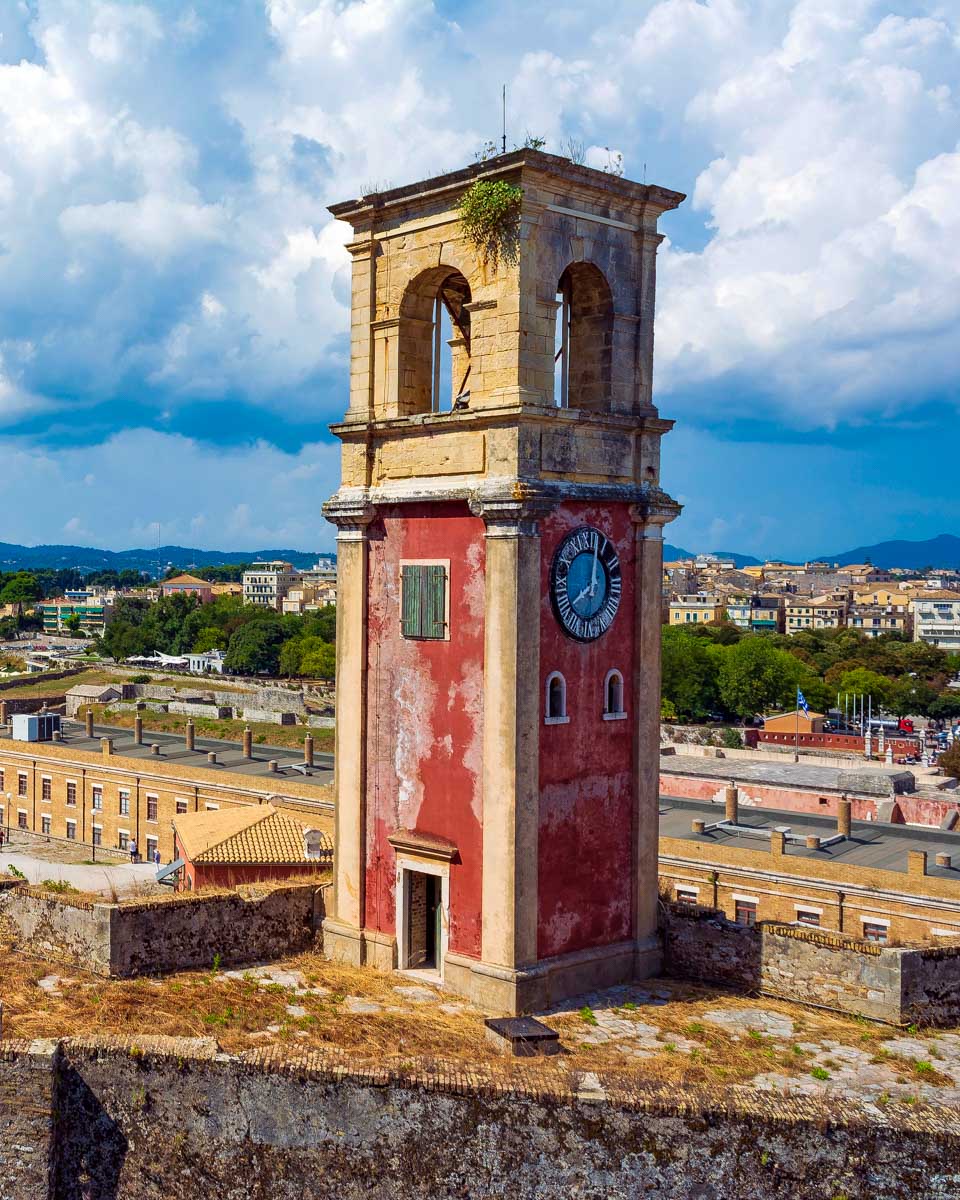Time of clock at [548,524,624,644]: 8:02
